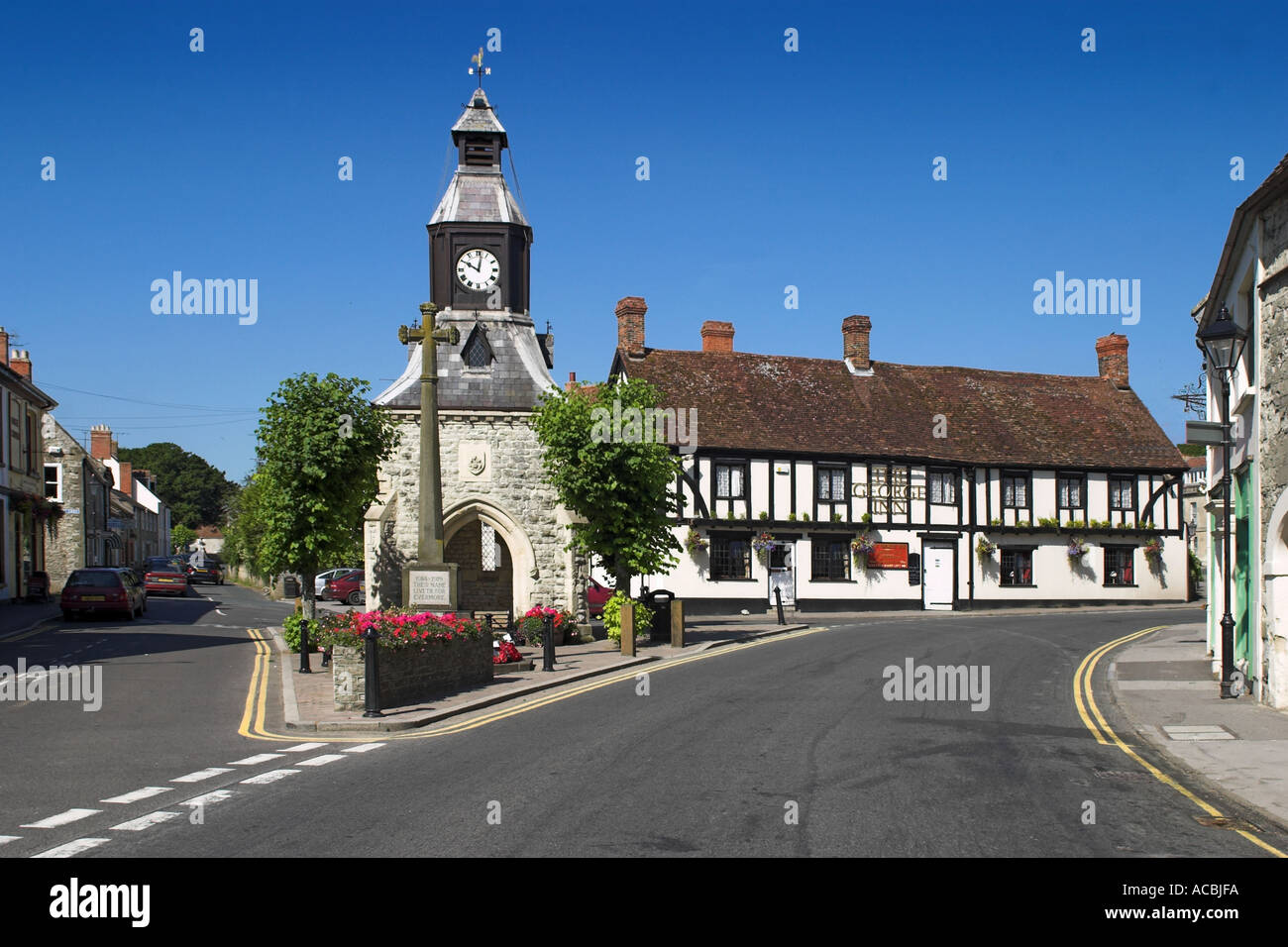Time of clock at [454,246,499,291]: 10:01
